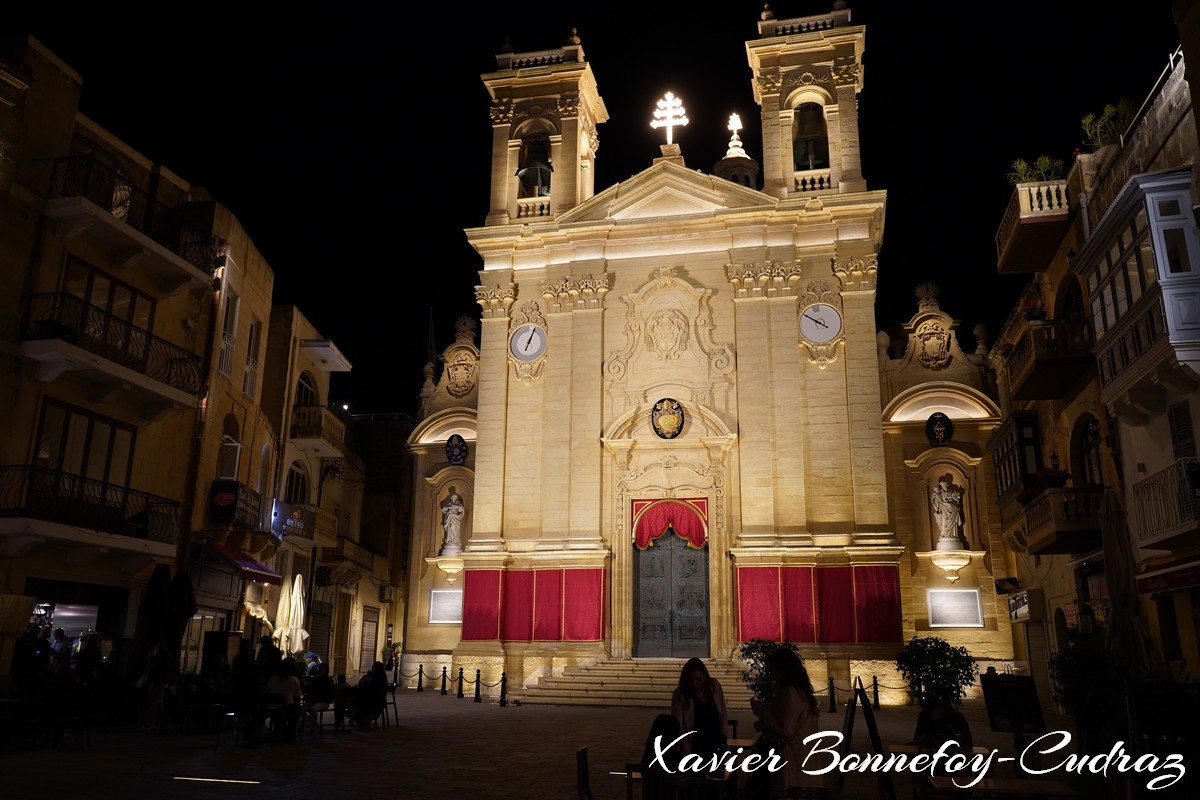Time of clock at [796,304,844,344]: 9:49
